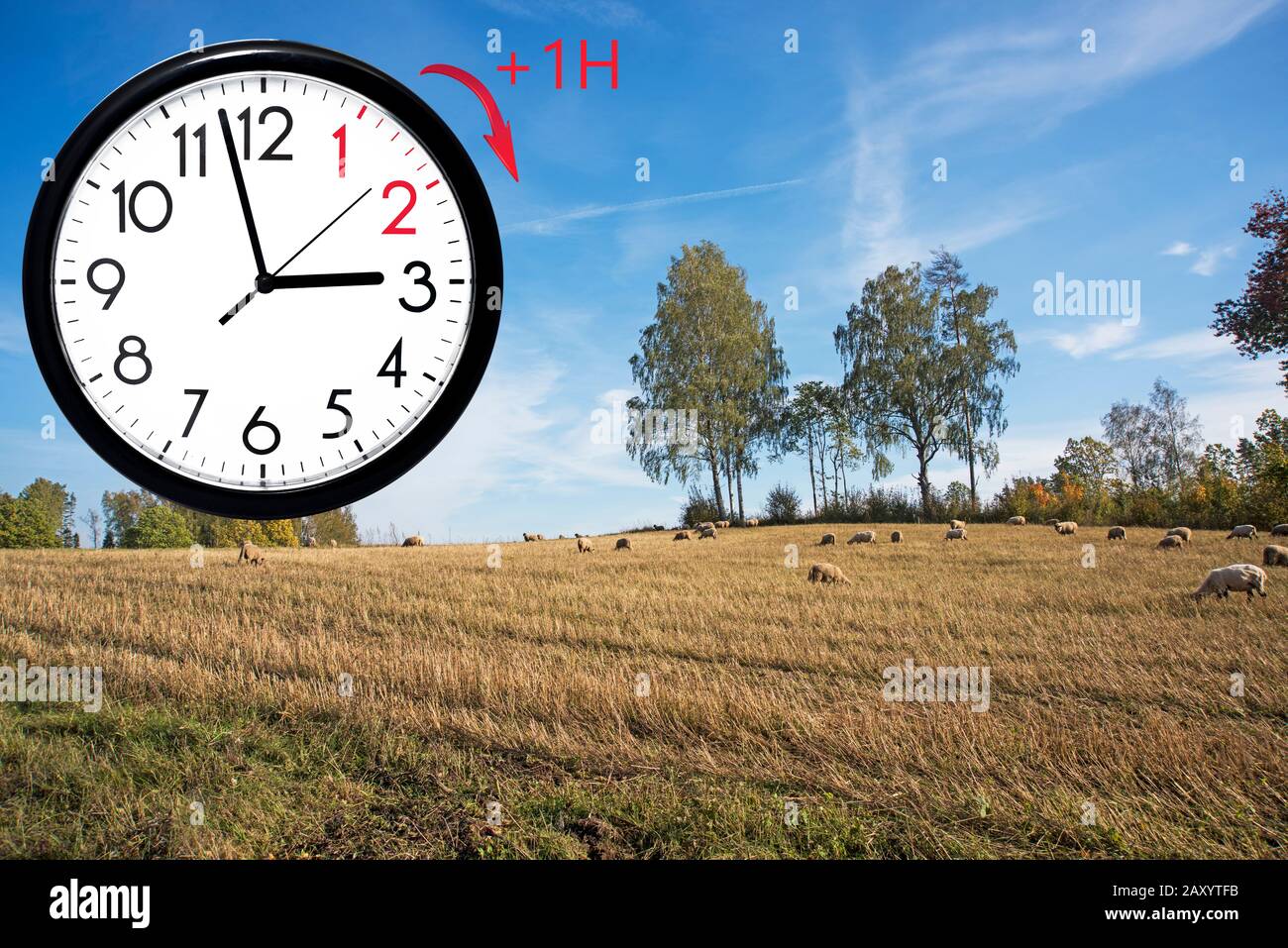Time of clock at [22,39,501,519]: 2:57
